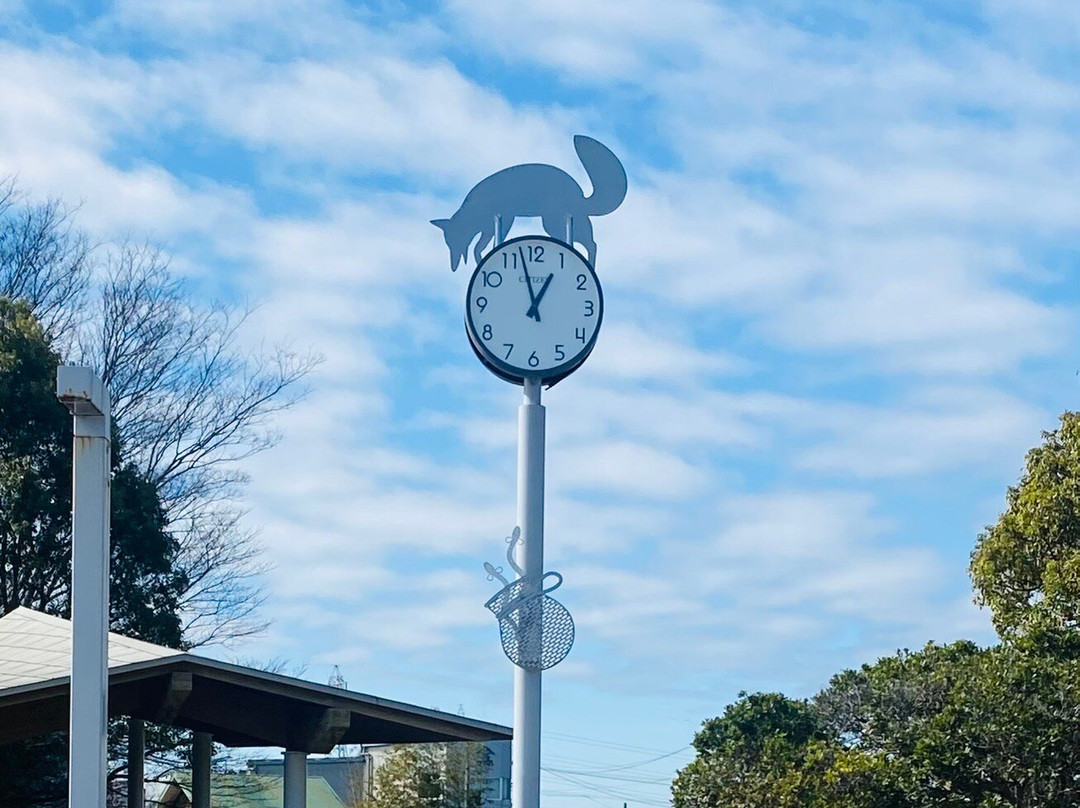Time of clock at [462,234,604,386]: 12:57
